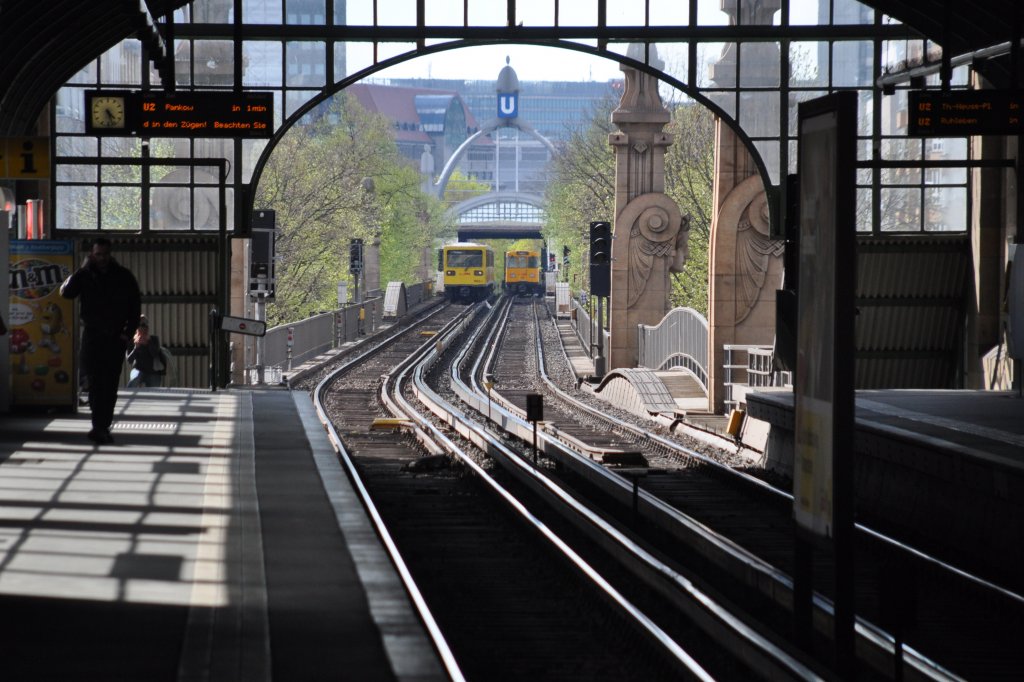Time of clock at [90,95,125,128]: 4:27
